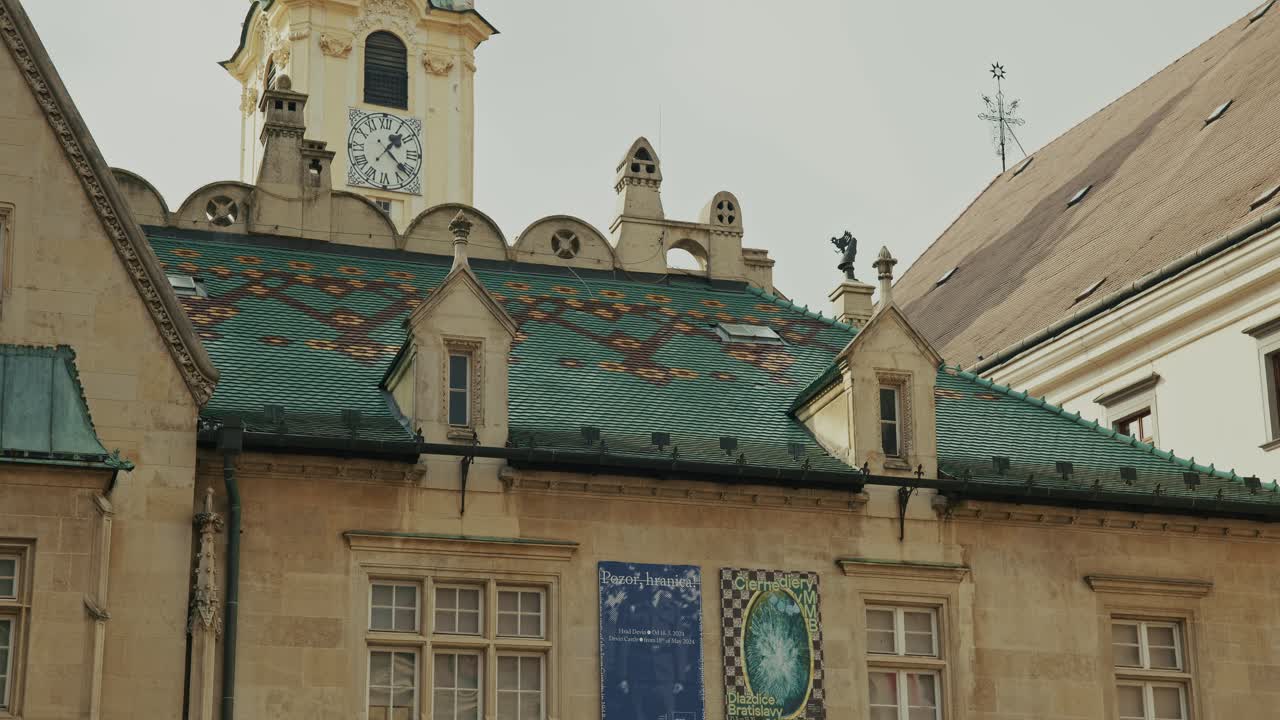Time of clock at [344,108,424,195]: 1:21
